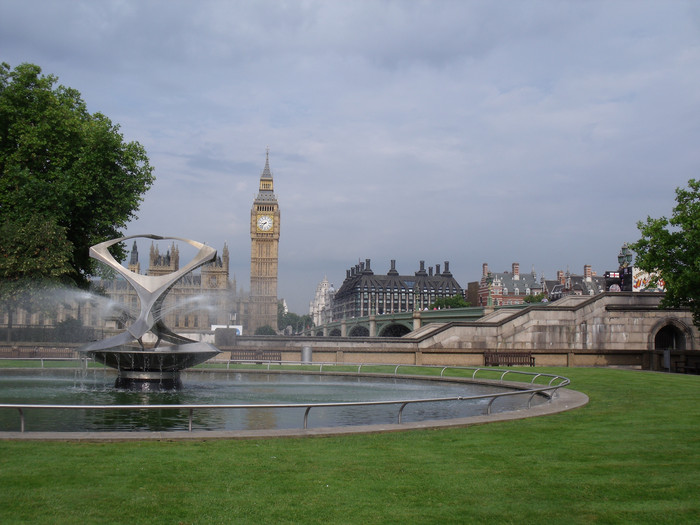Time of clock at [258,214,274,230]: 8:38
